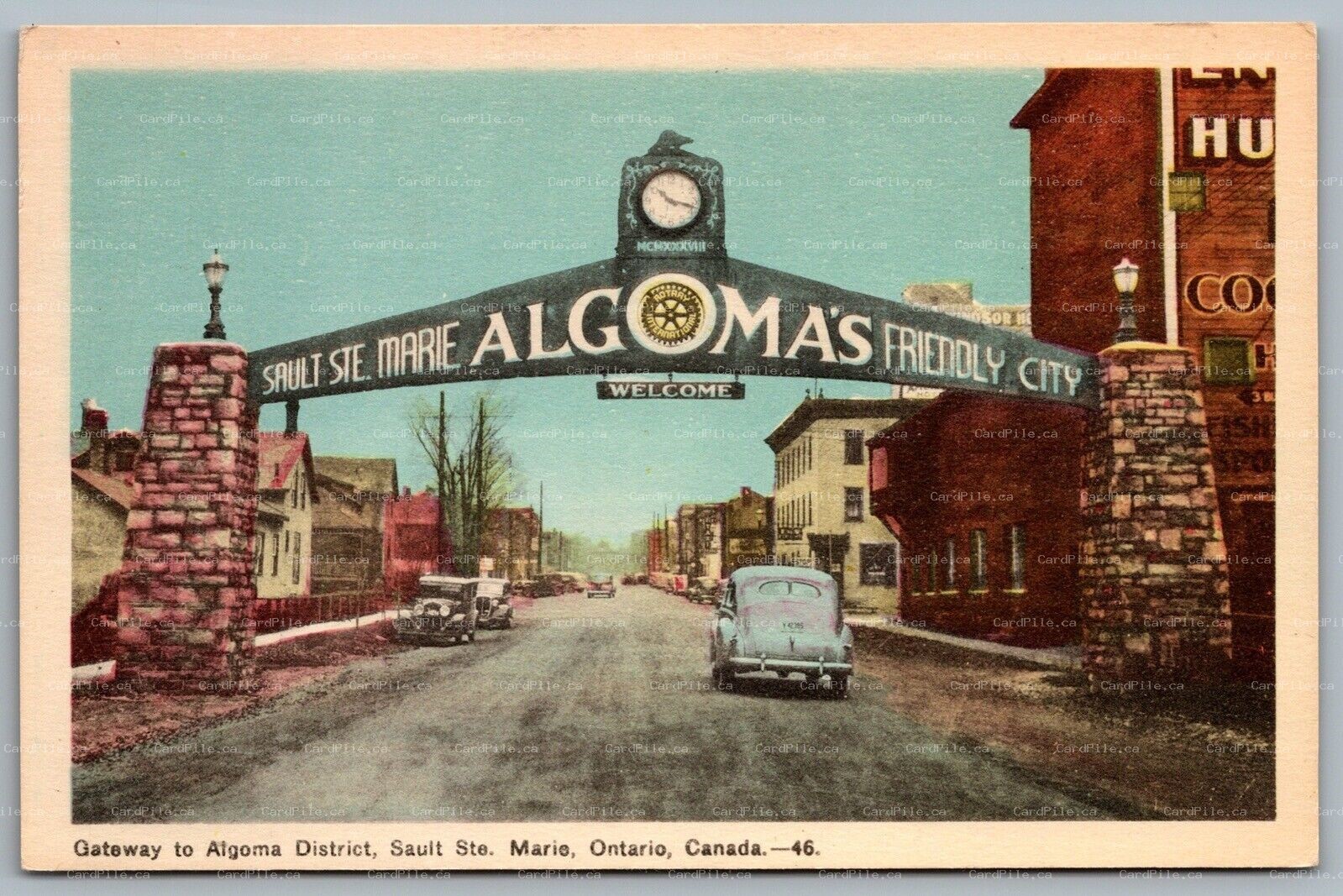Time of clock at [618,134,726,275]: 10:17
